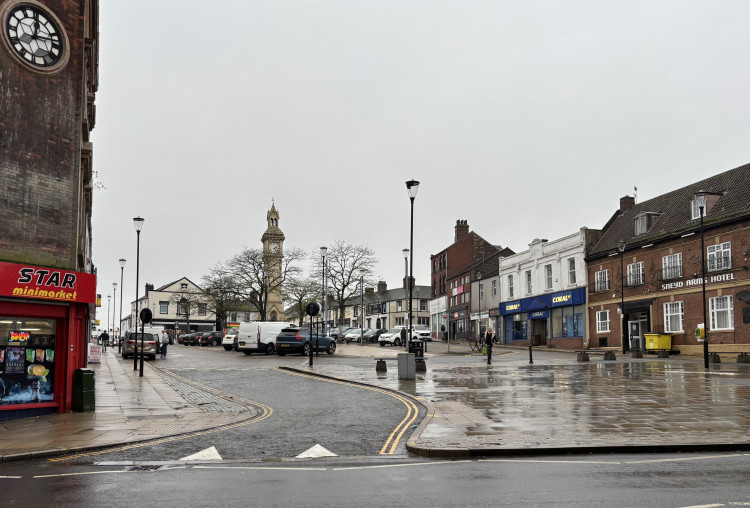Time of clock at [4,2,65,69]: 12:13
